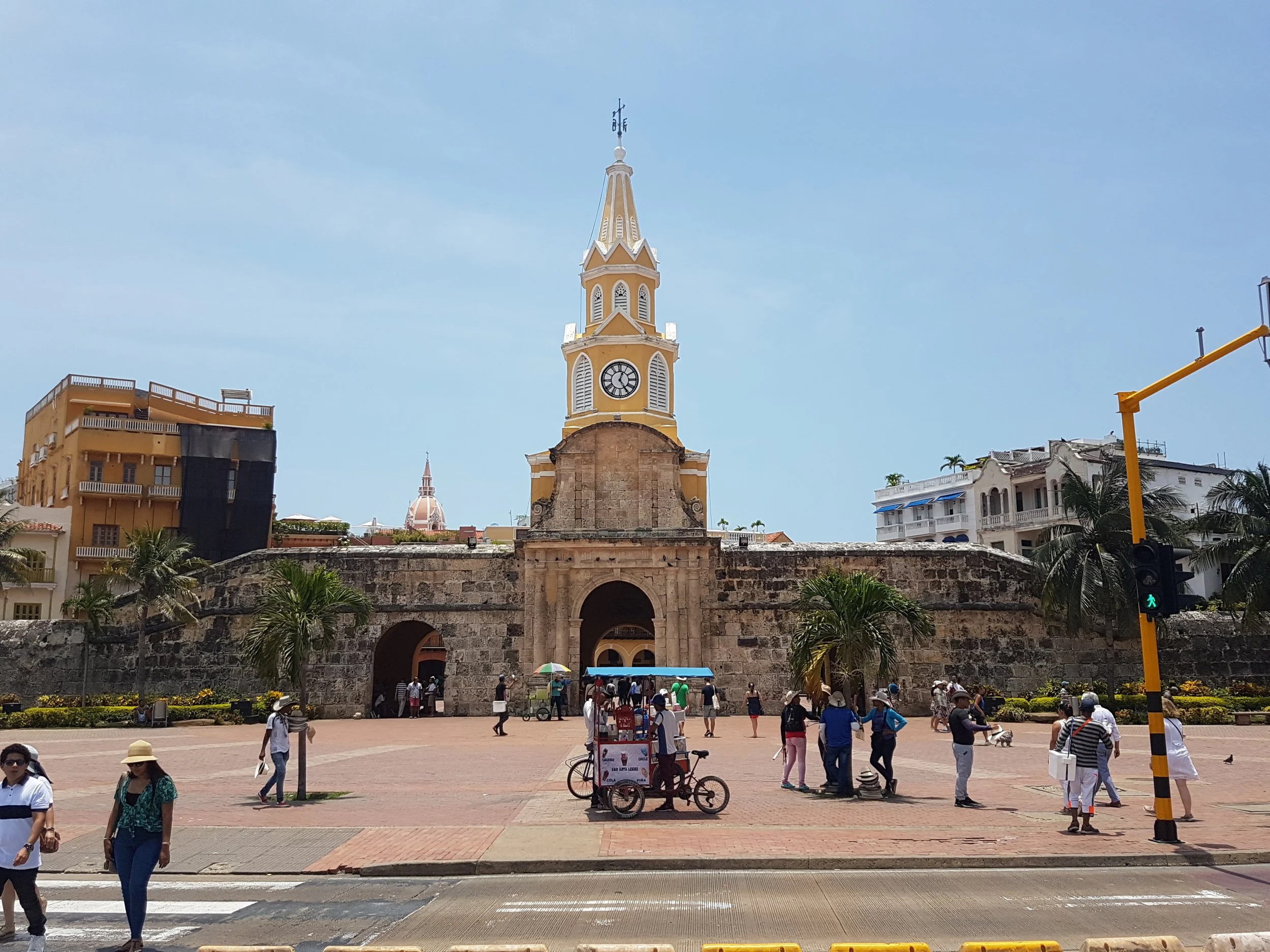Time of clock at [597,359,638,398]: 12:24
